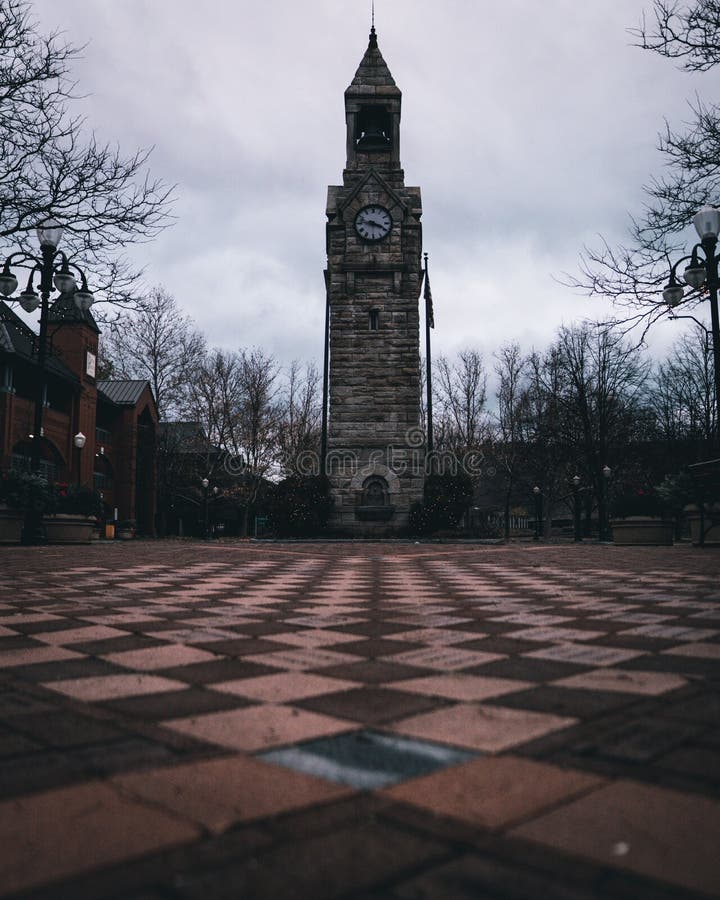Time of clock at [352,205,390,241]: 3:46
